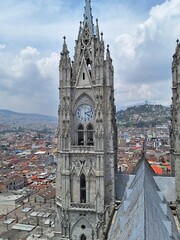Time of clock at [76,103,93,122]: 4:12
